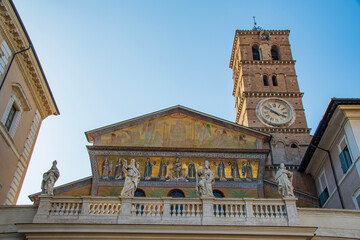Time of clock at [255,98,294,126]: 3:50
